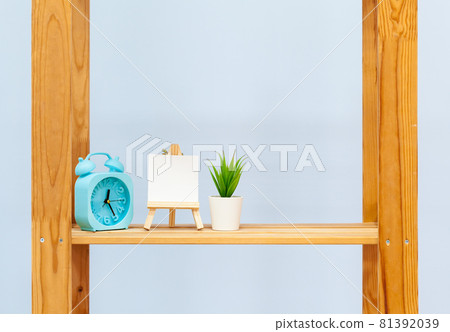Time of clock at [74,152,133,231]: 12:24
